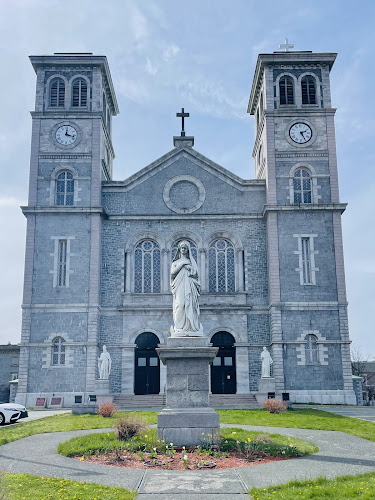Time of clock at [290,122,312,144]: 2:25
